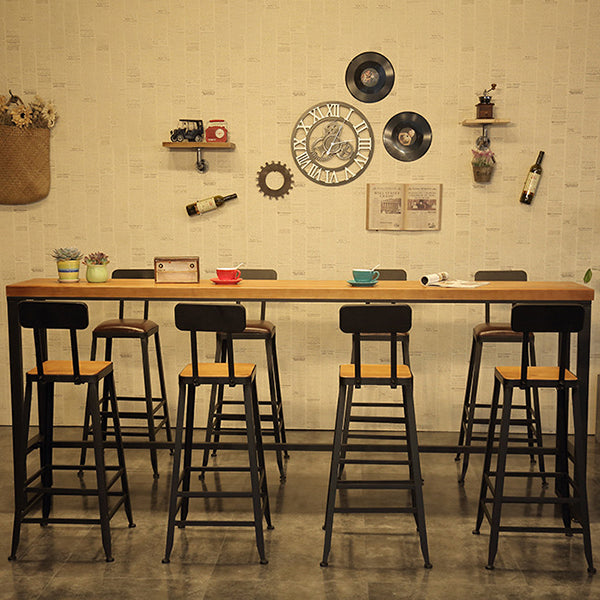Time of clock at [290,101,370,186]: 7:04
